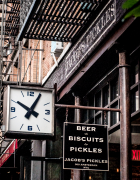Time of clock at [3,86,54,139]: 10:04
